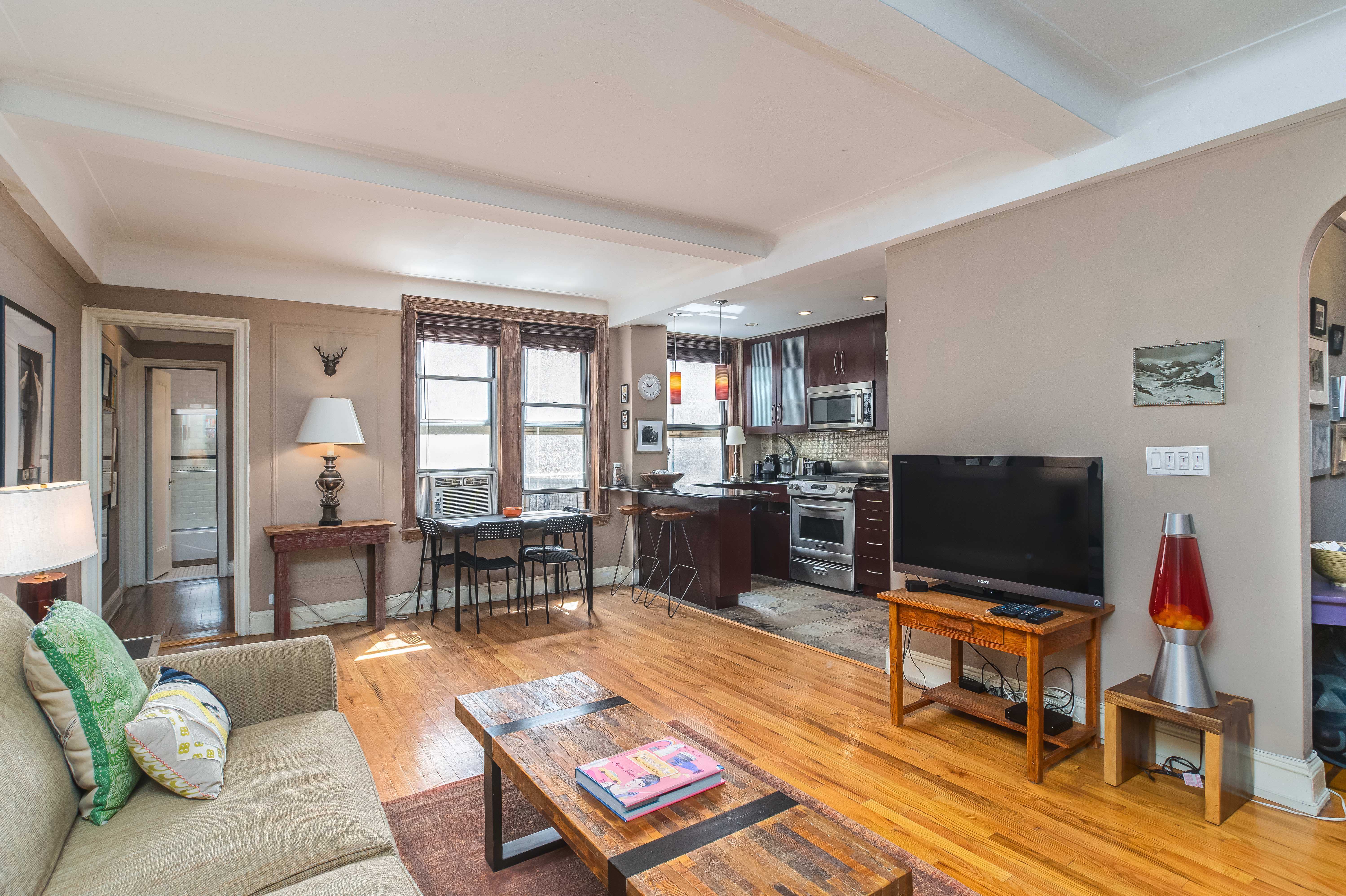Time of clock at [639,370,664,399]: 1:50
